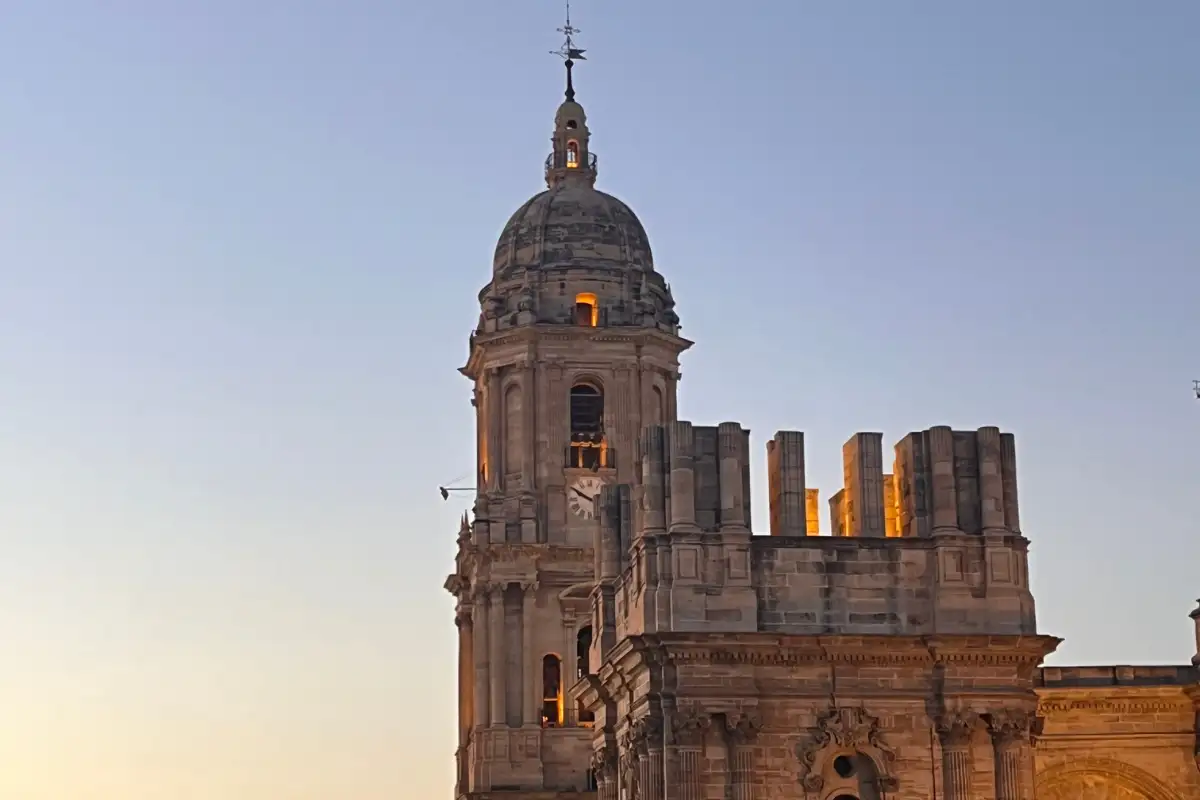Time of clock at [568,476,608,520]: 9:50
